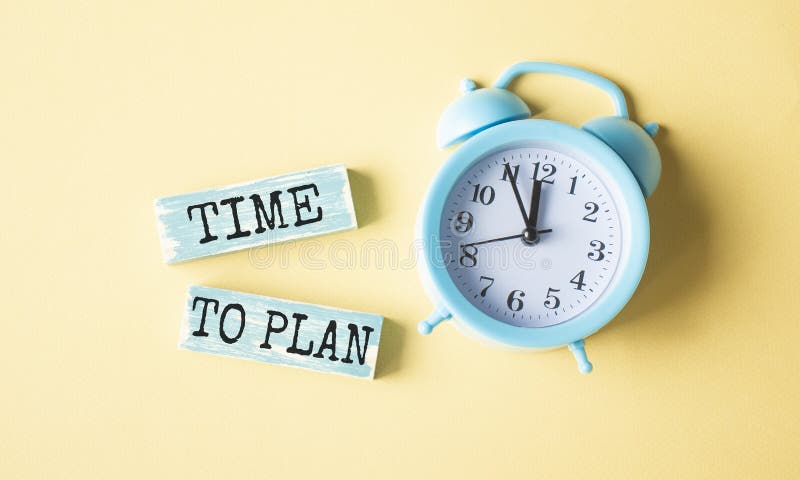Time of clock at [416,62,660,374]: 11:55
